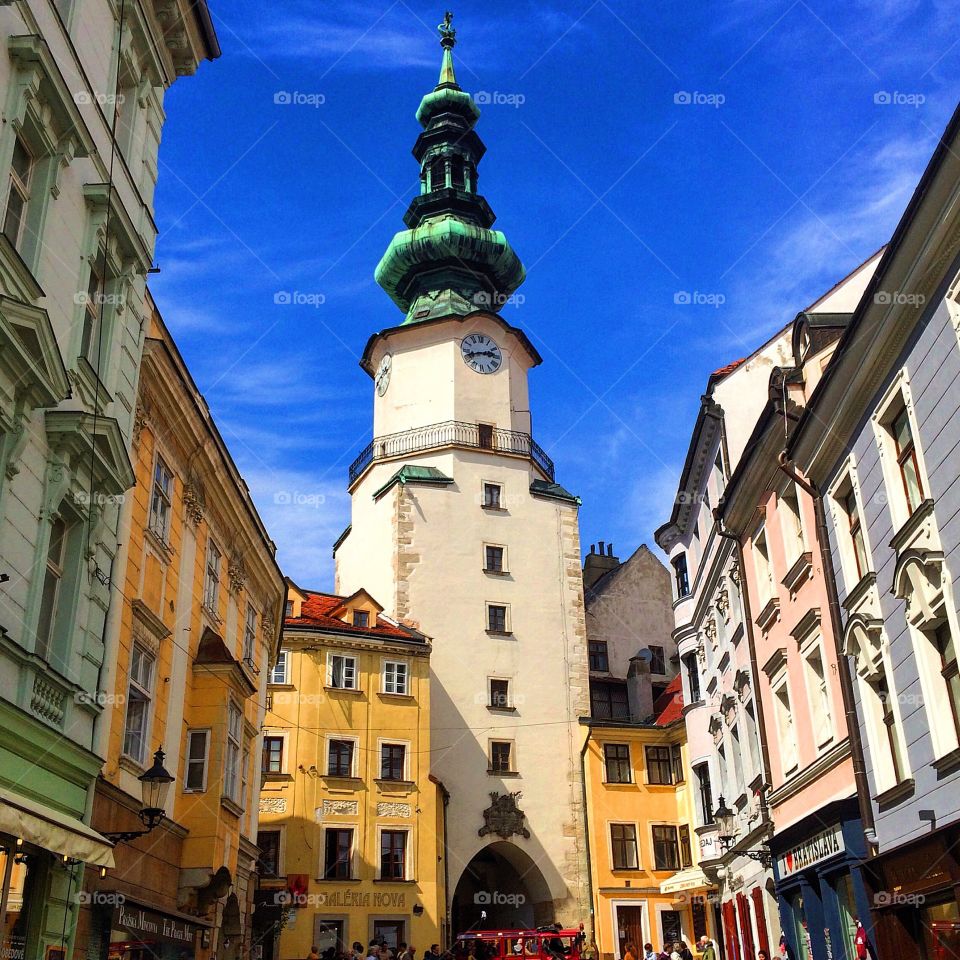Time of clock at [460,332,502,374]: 2:42
